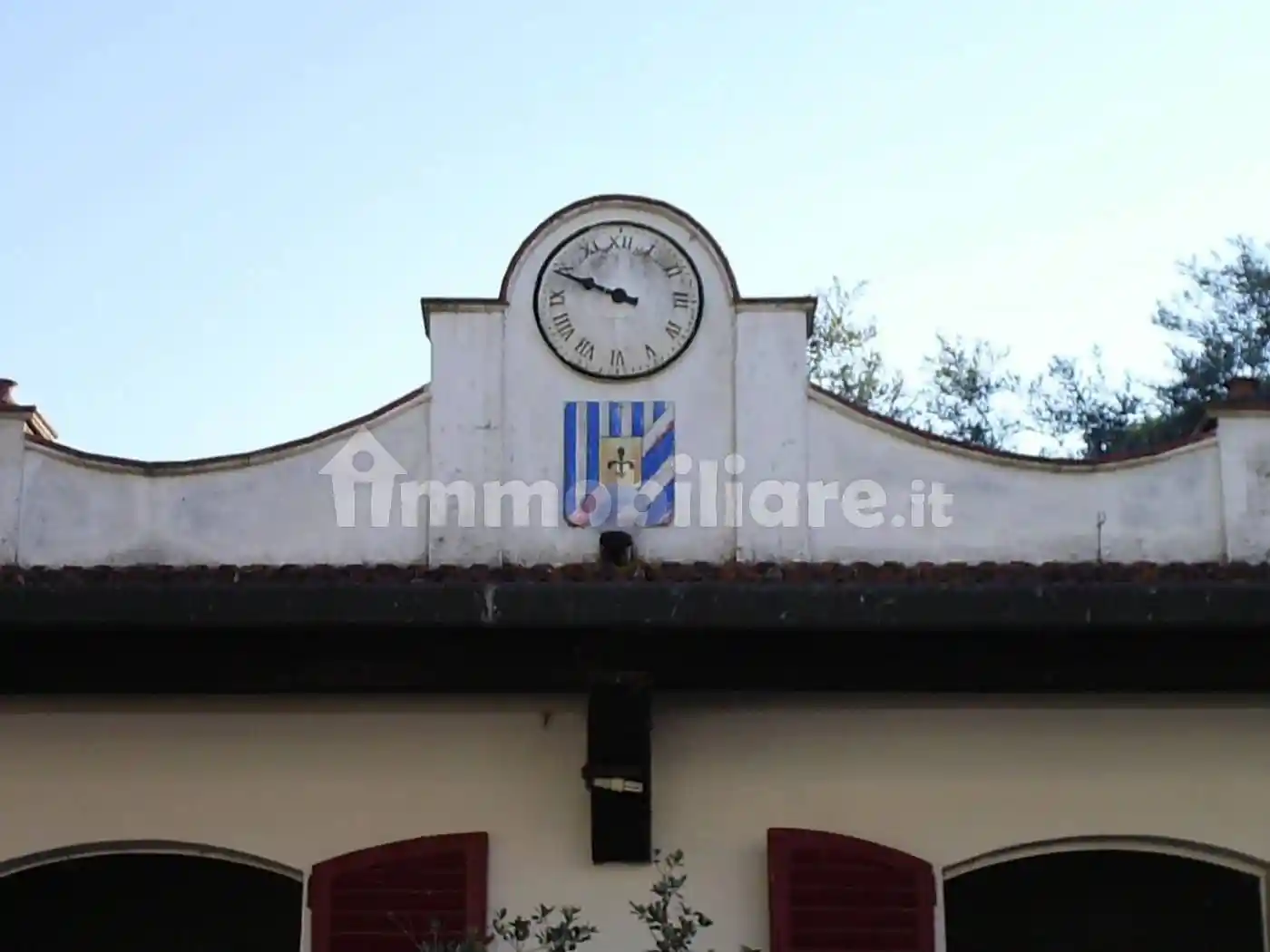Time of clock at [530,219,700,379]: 9:48
